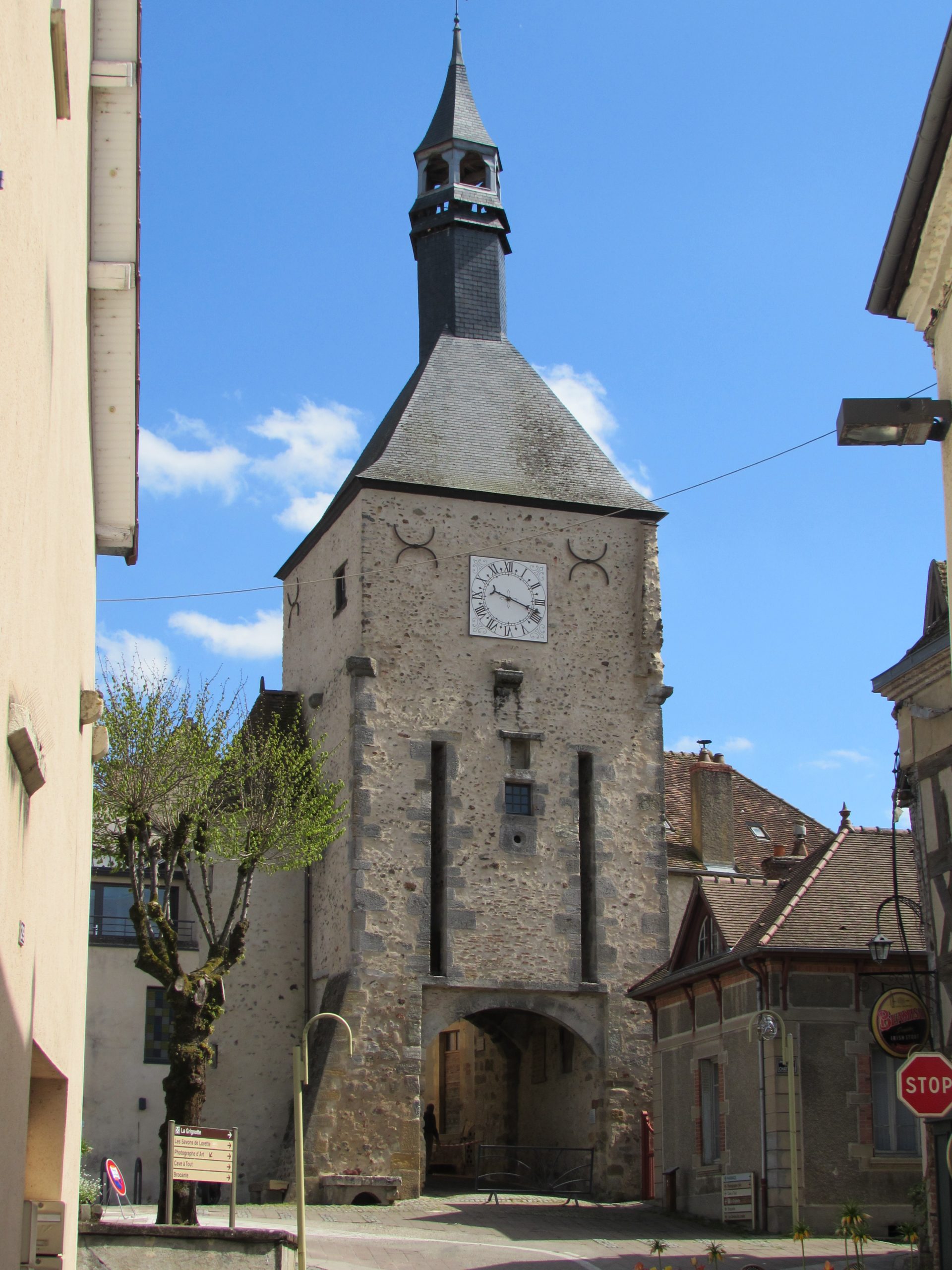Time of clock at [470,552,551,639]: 9:17
